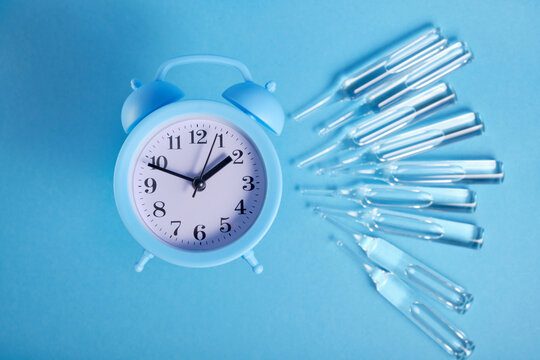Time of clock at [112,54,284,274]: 1:48
